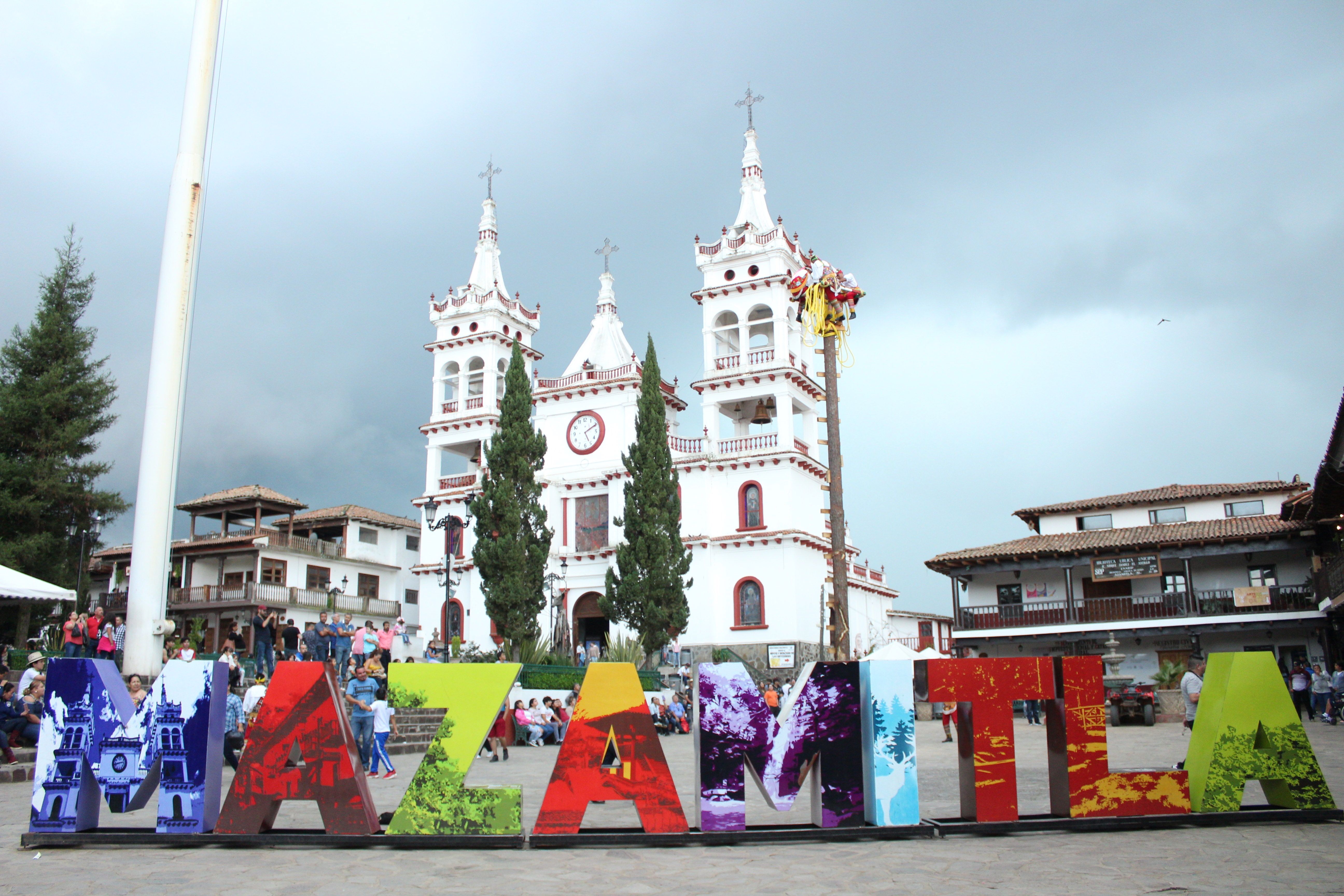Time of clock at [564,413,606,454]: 5:10
